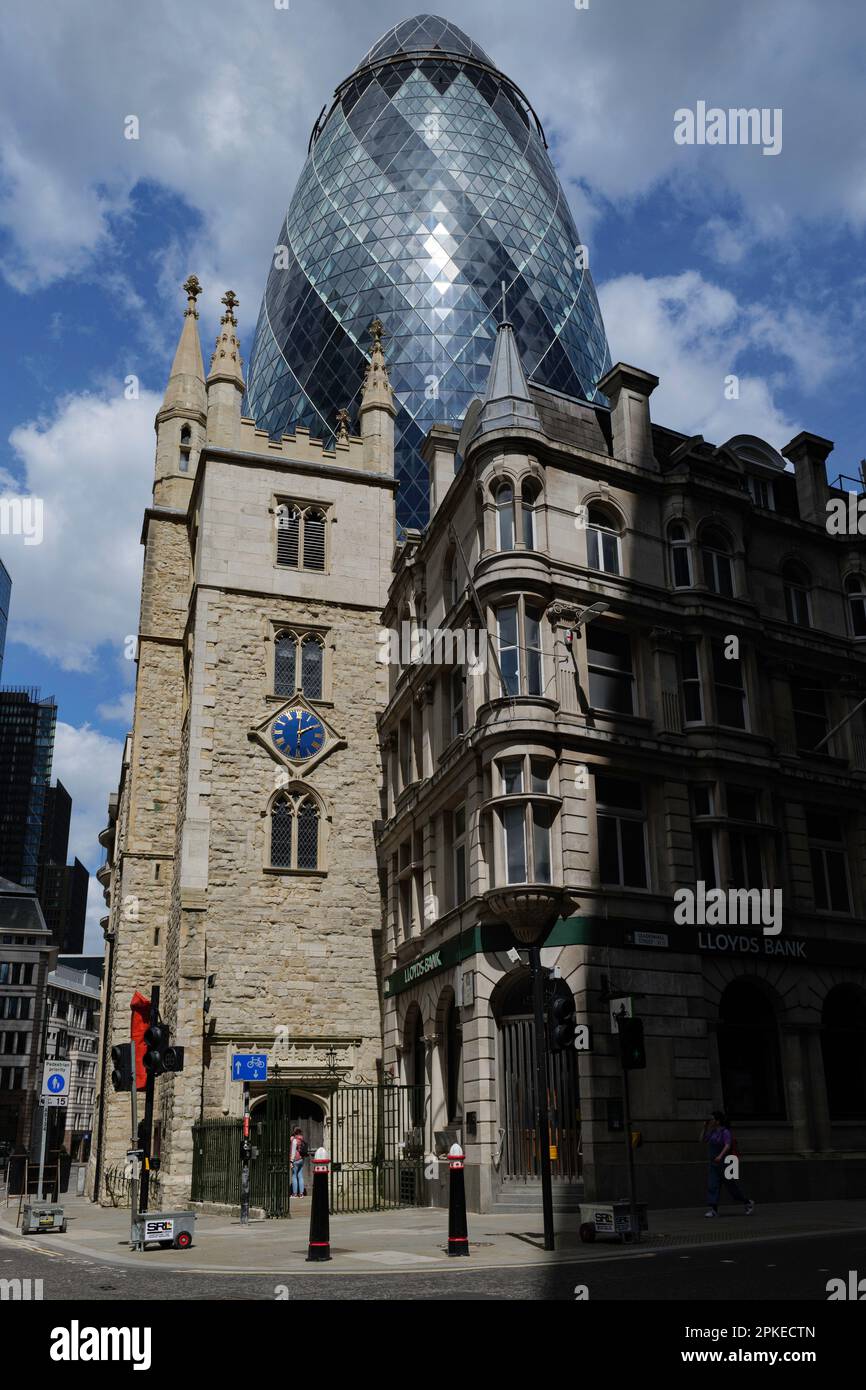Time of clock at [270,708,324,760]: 2:00
